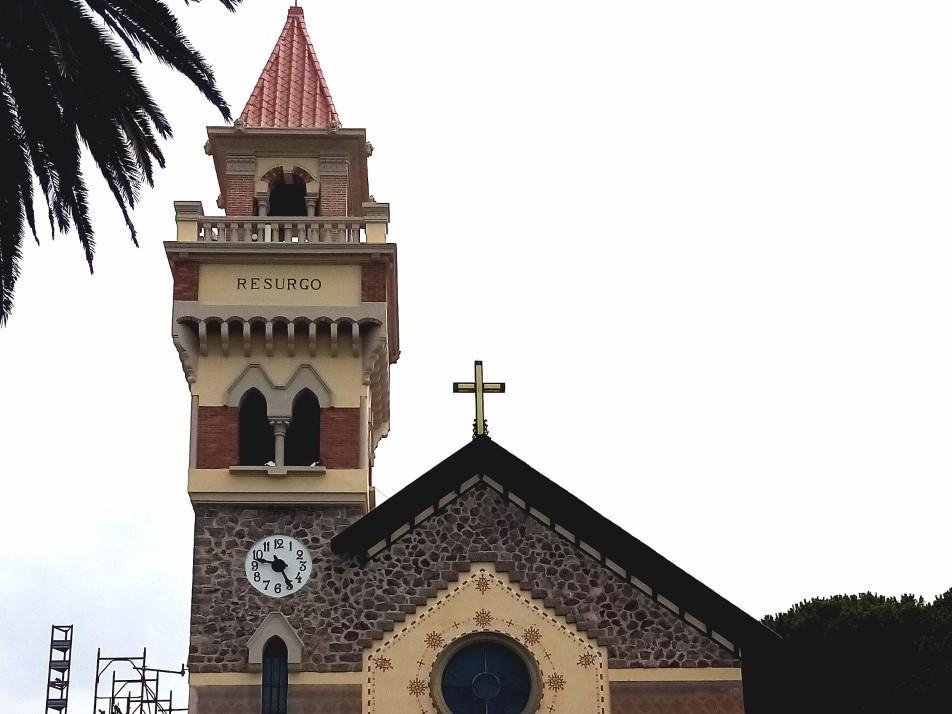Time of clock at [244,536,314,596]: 9:25
